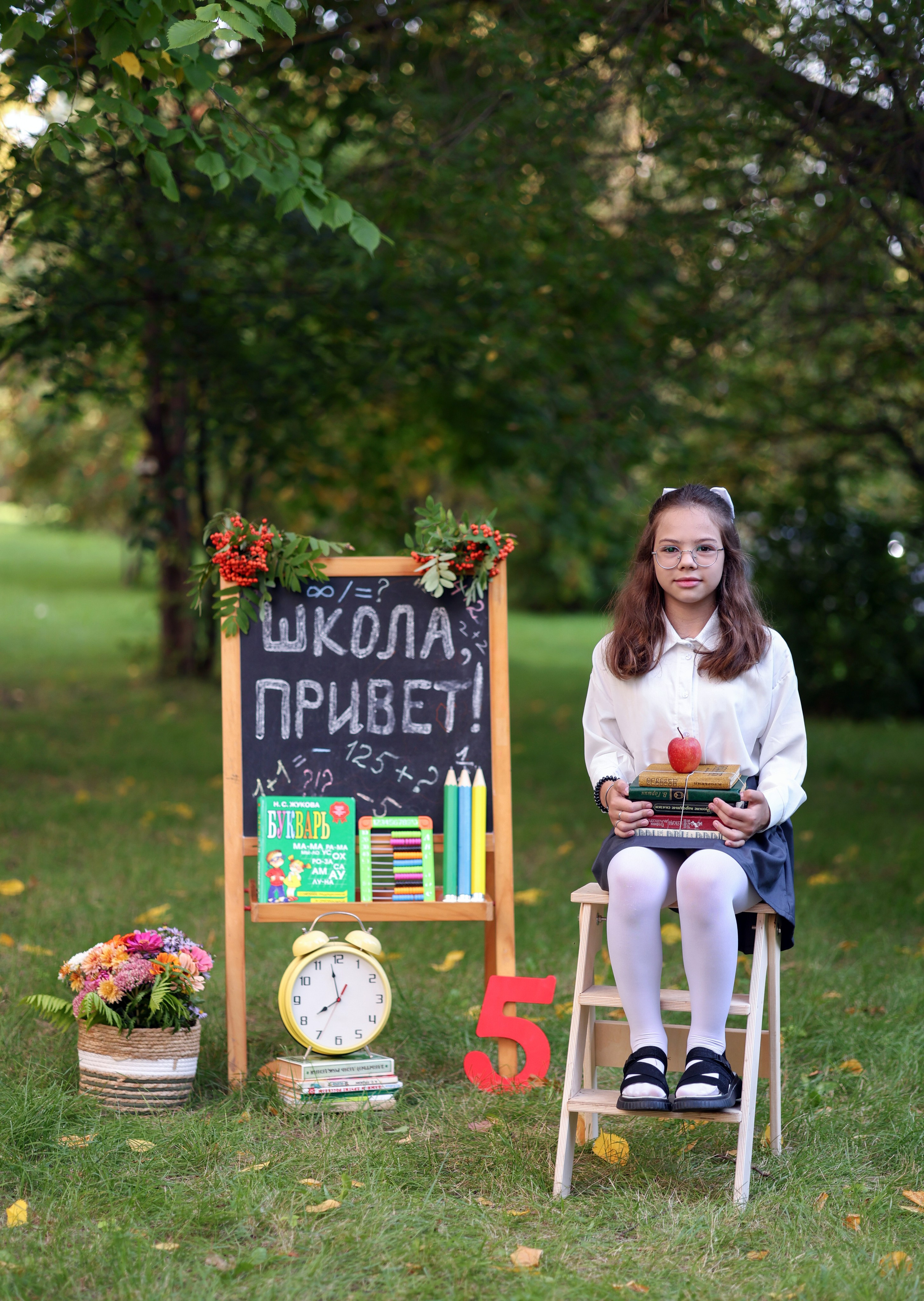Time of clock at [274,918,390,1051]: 7:58
